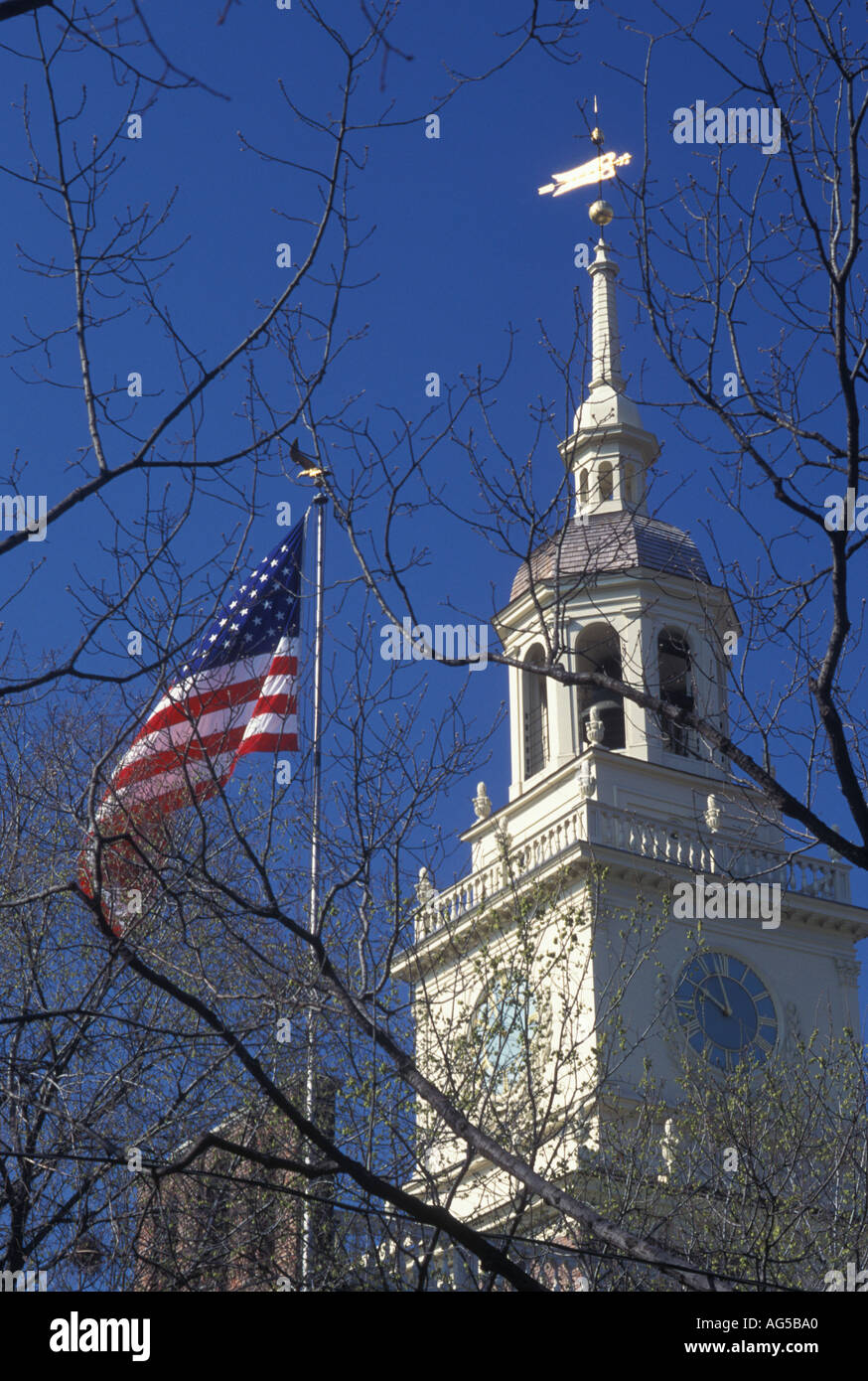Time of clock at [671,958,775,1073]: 9:57
